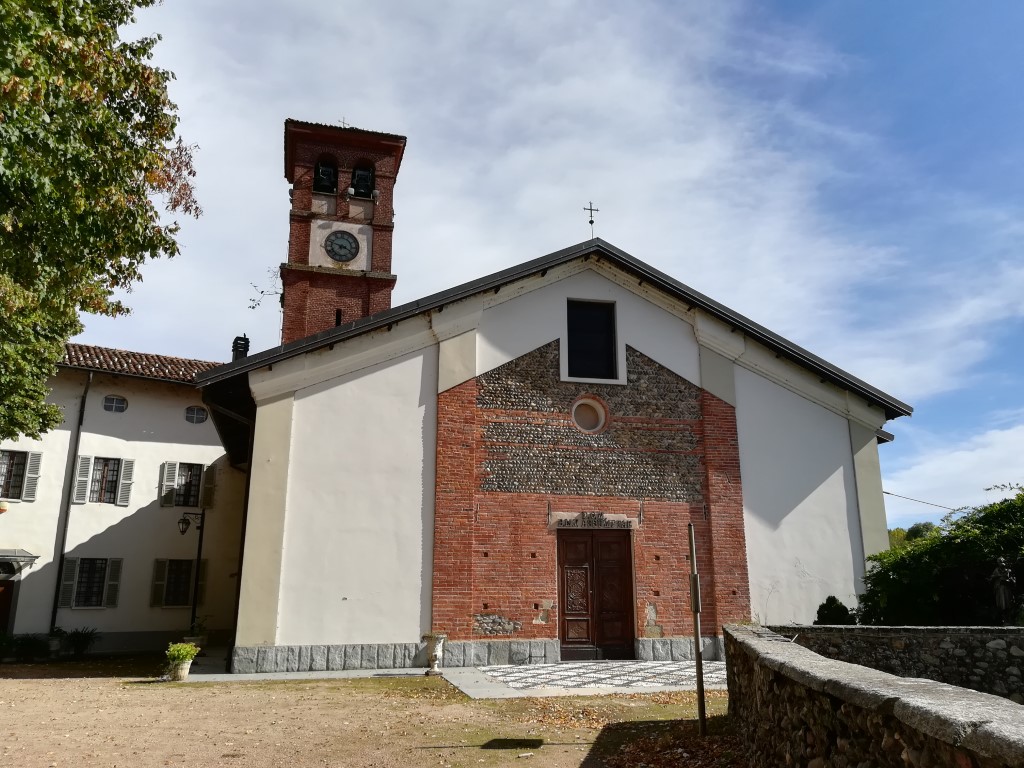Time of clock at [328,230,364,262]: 3:47
